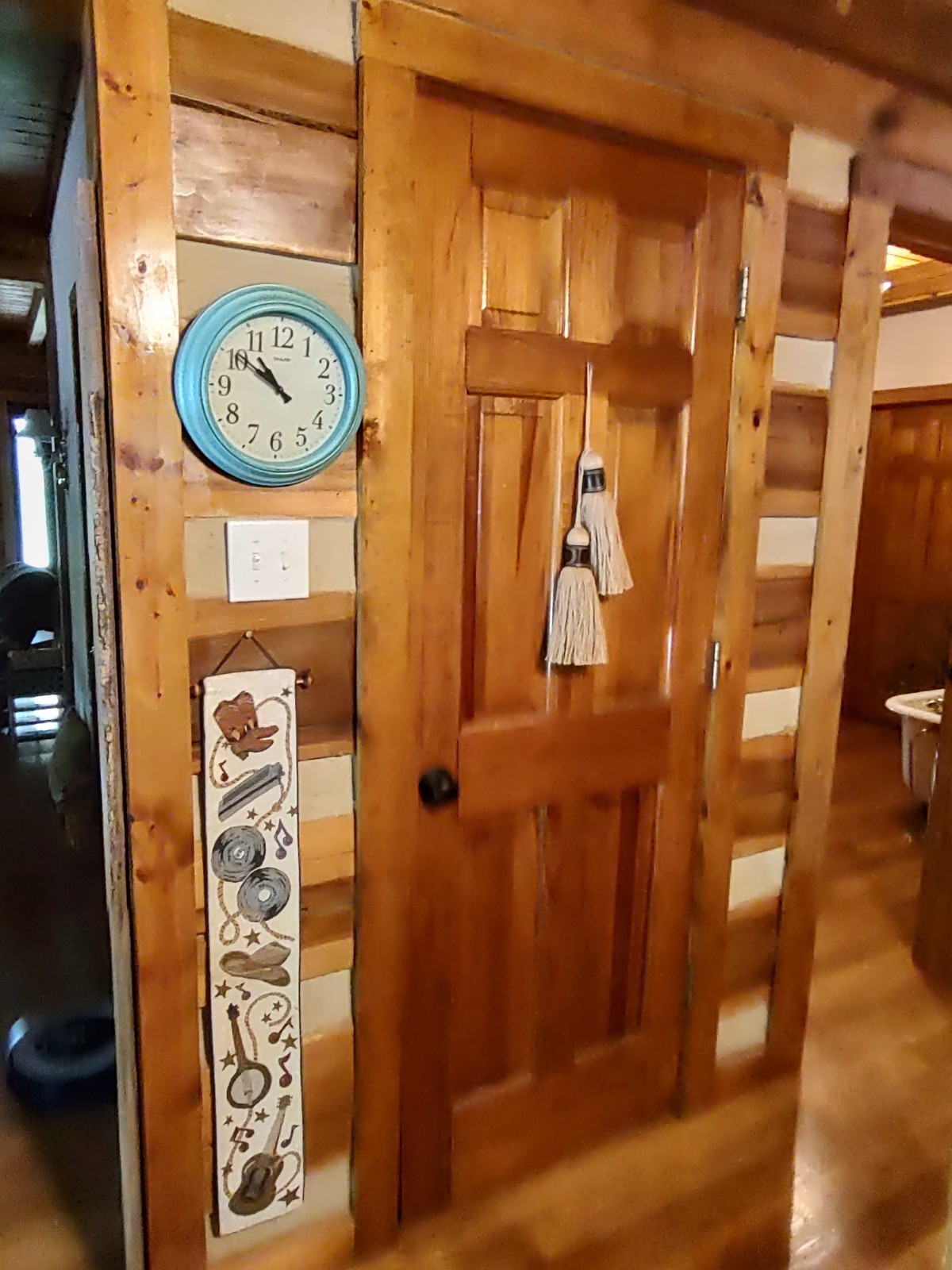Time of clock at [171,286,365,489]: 10:50
